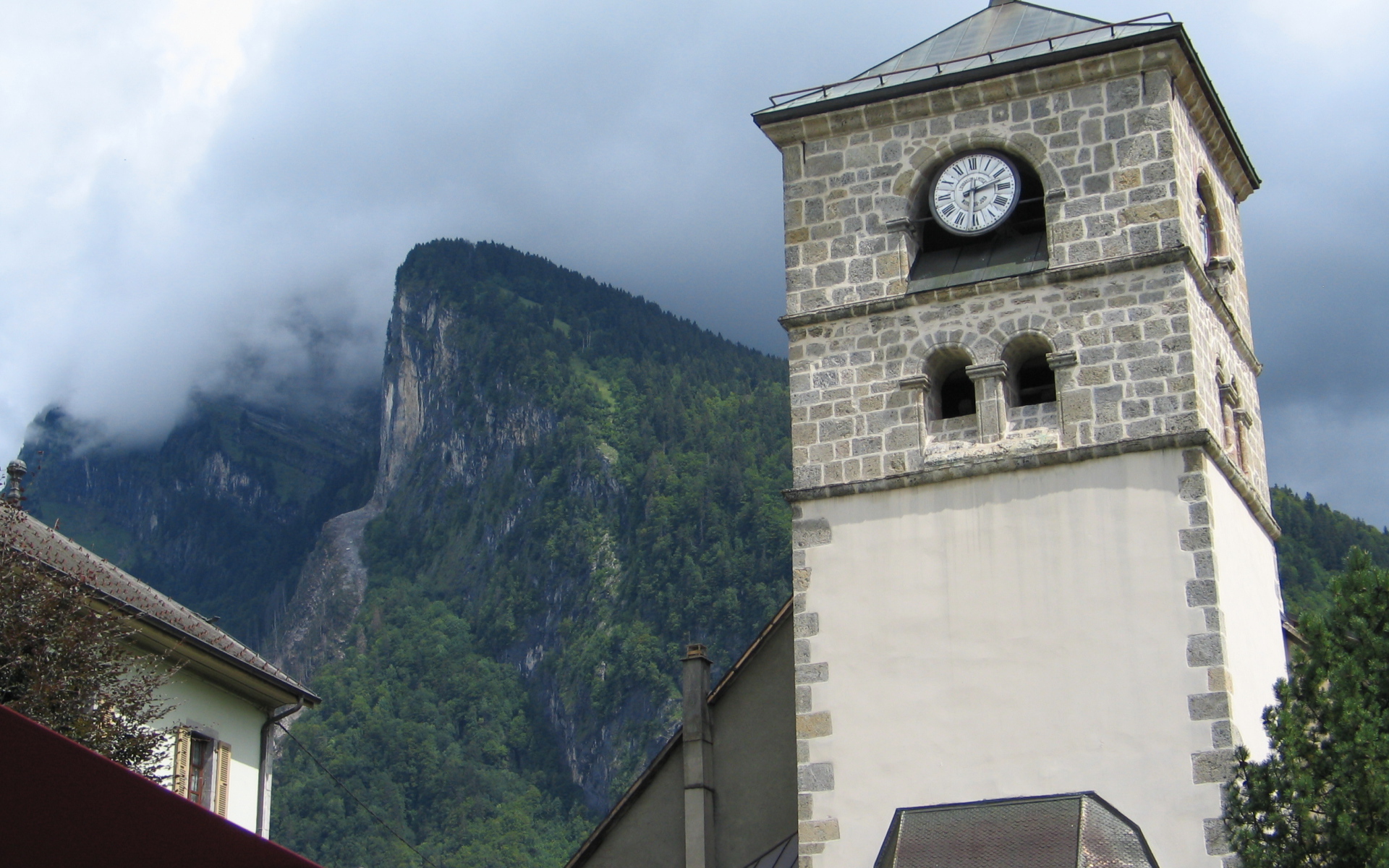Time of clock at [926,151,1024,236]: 2:30
